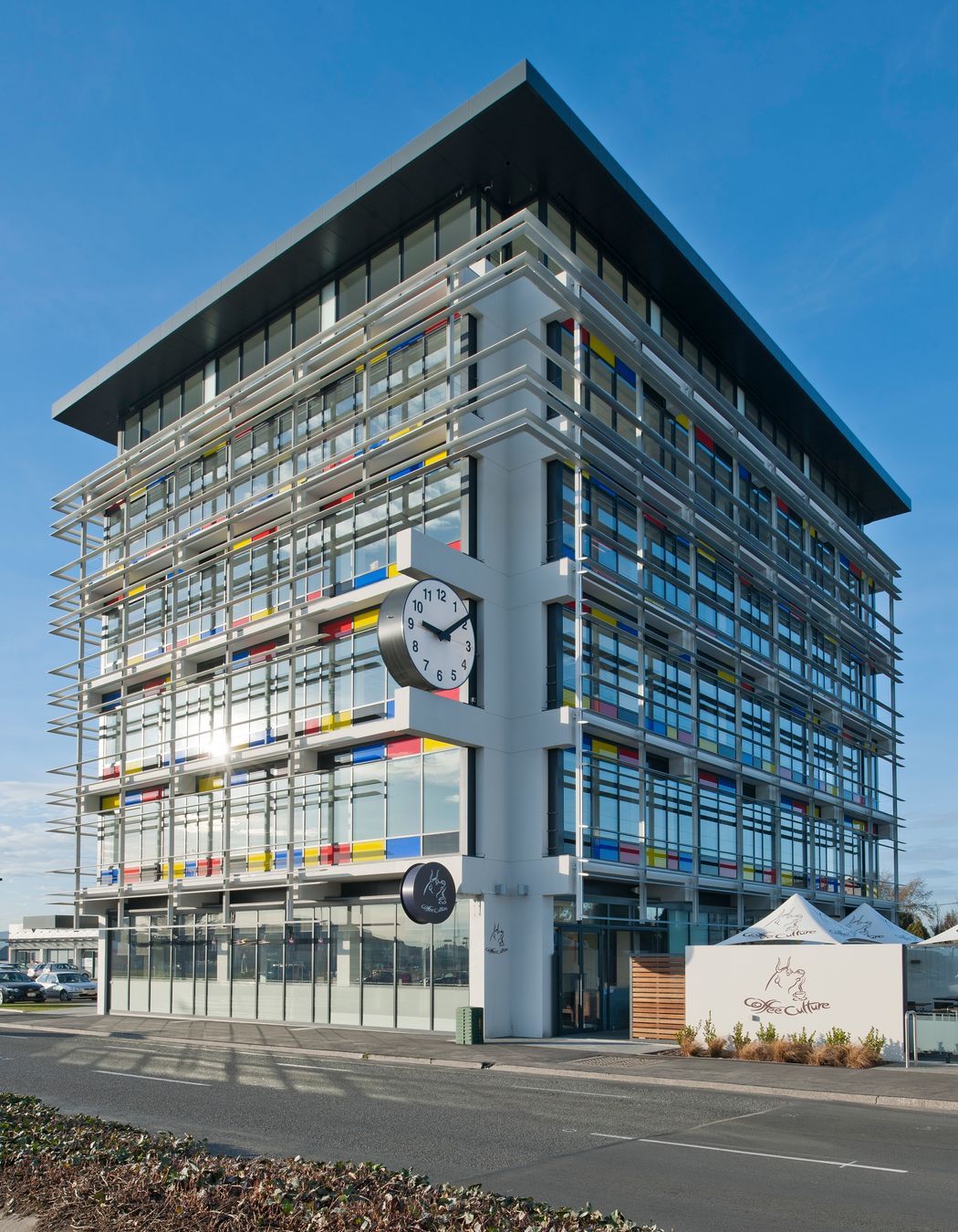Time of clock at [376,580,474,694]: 9:09
